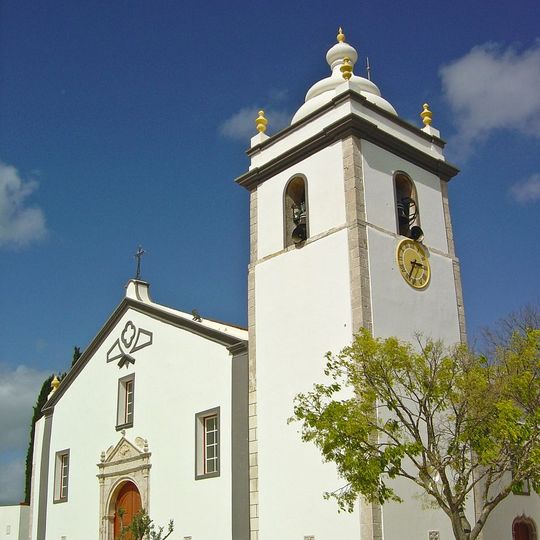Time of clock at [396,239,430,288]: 2:35
